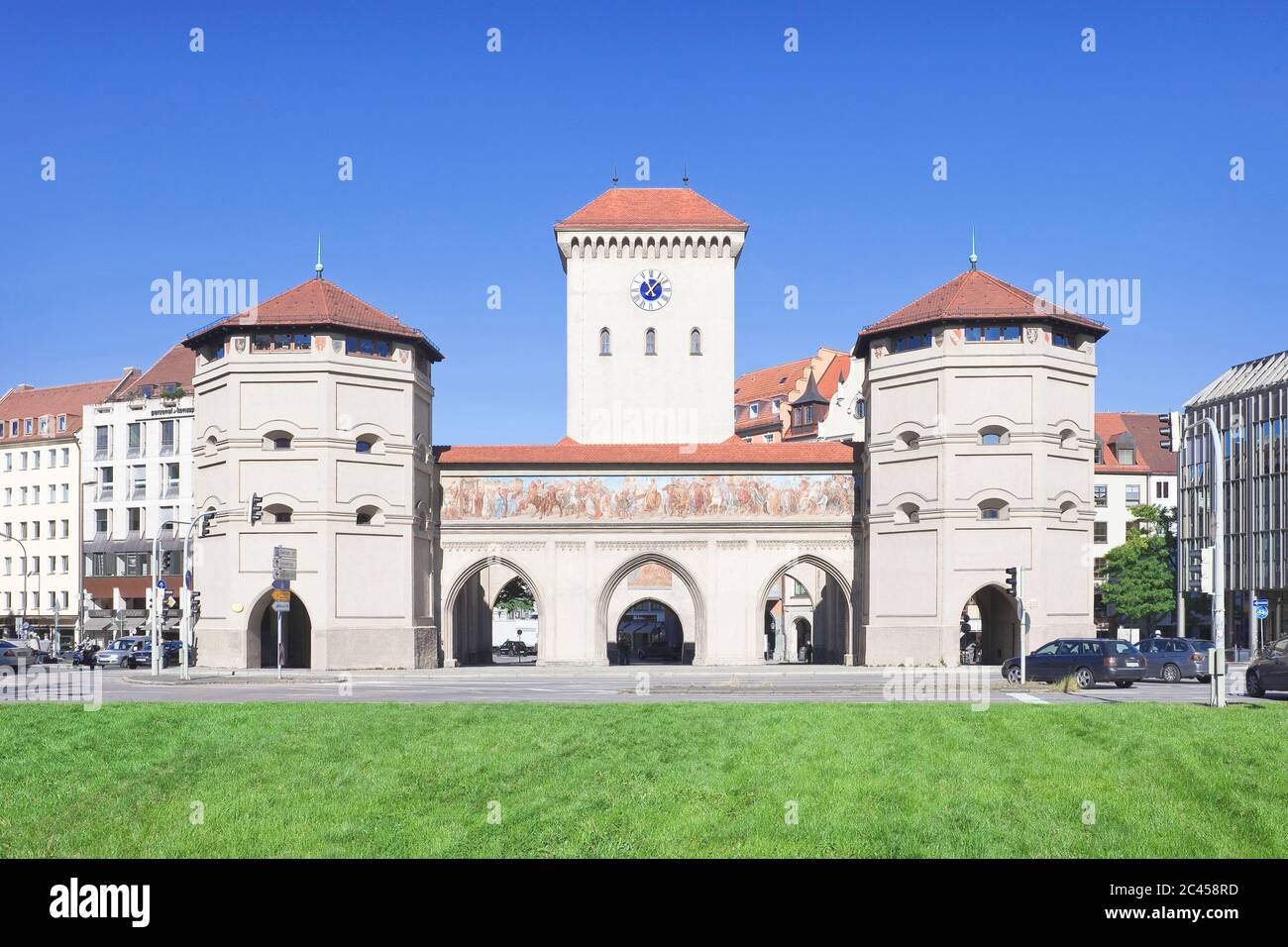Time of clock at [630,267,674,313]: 11:07
